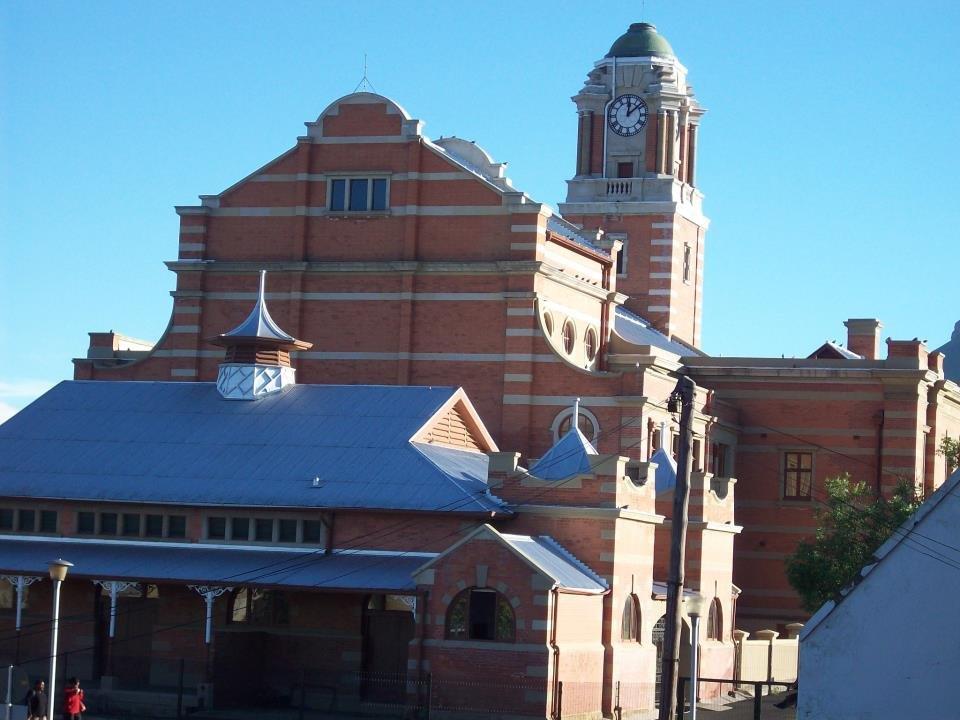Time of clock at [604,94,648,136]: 12:08
